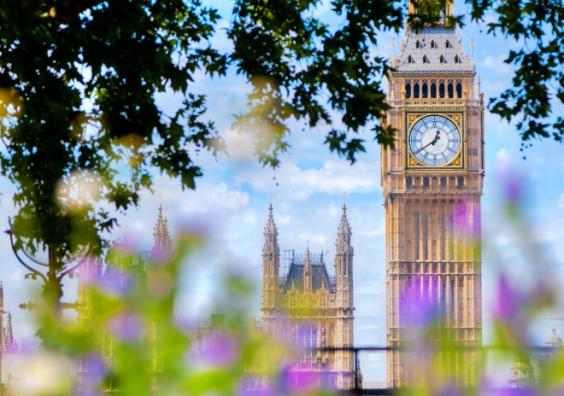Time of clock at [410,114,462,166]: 12:39
